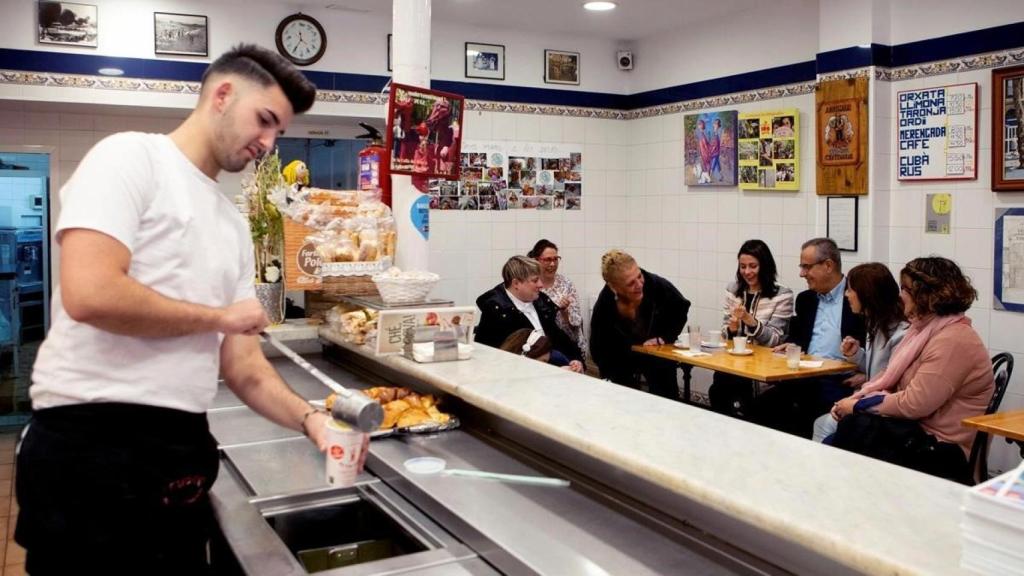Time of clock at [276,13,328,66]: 11:35
